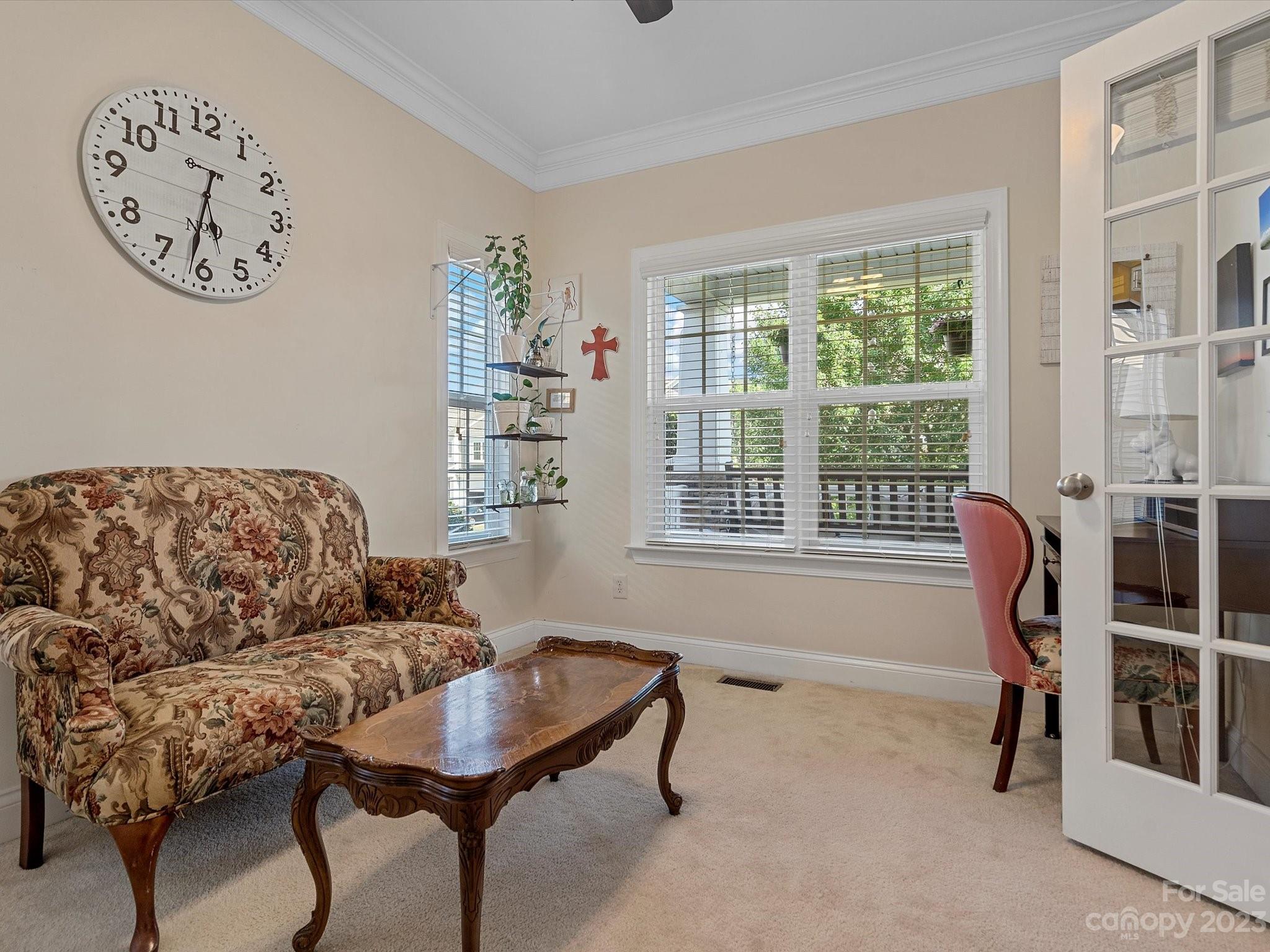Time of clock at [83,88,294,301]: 5:31
